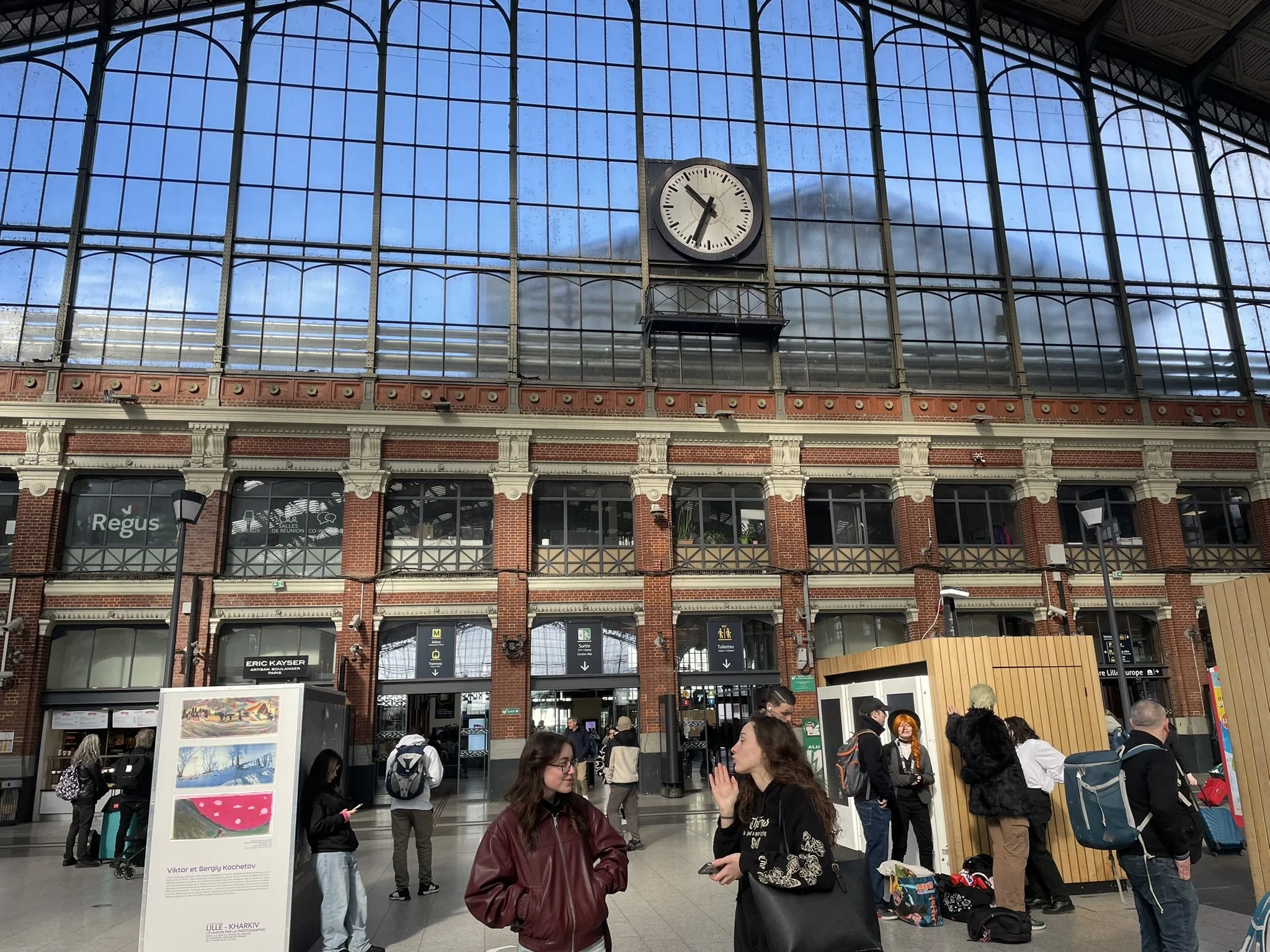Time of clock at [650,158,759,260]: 10:34
